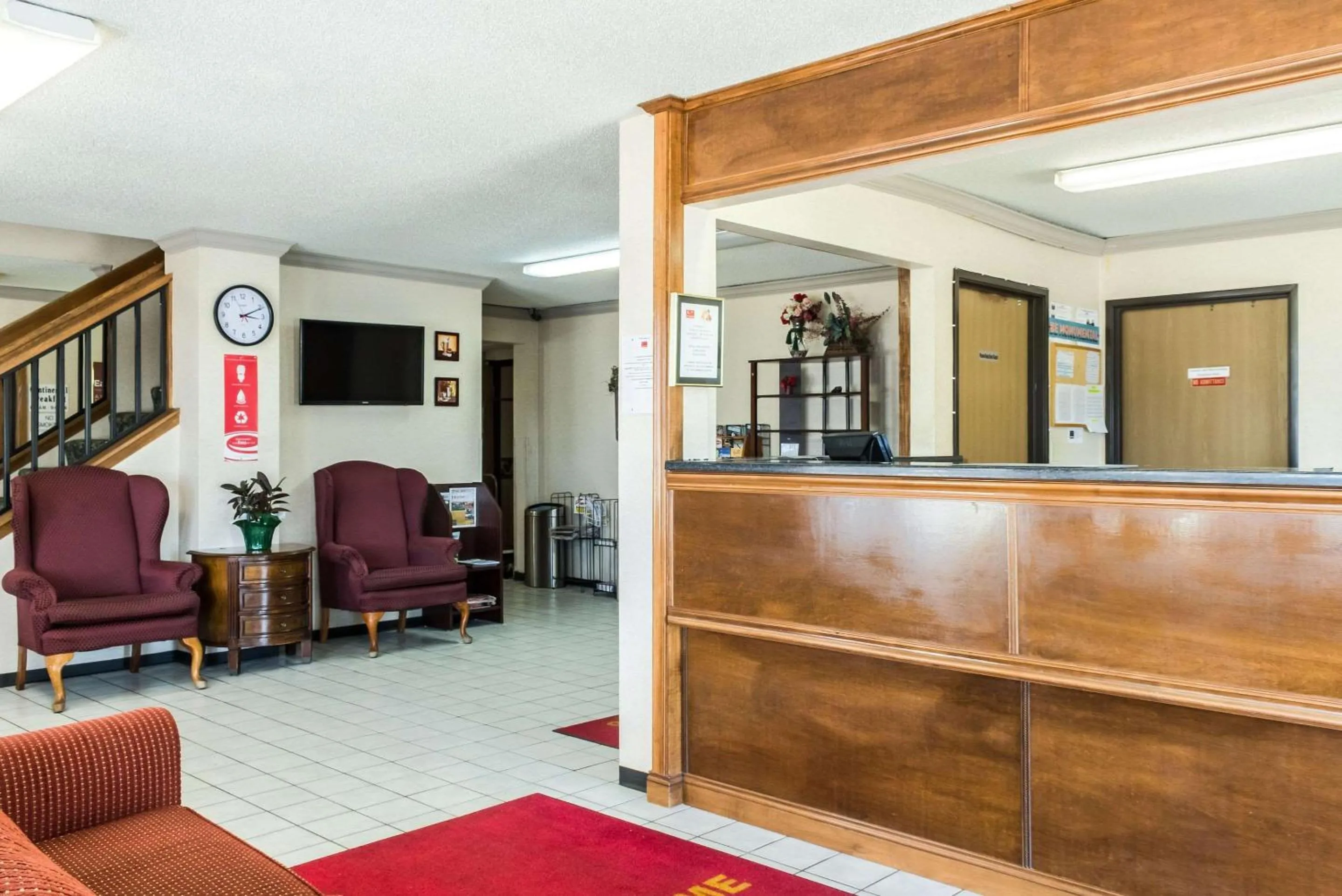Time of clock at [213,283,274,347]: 3:10
